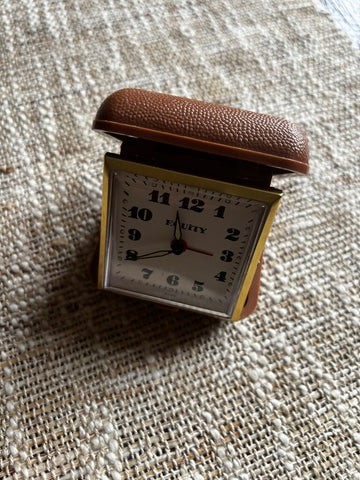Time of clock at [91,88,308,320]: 11:40
